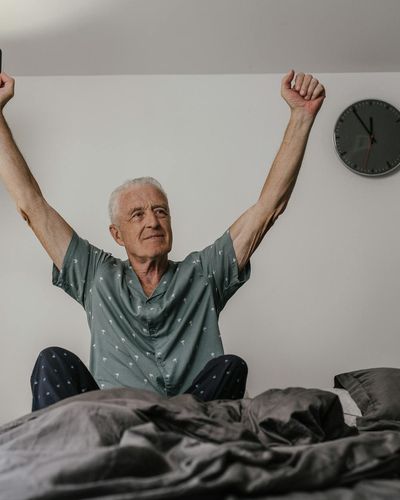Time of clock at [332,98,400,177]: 11:54
